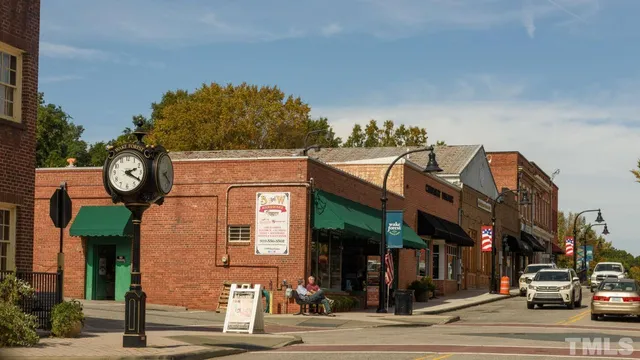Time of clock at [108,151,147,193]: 2:20
